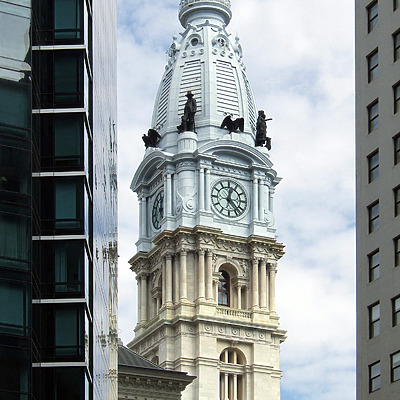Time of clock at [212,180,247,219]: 12:23
